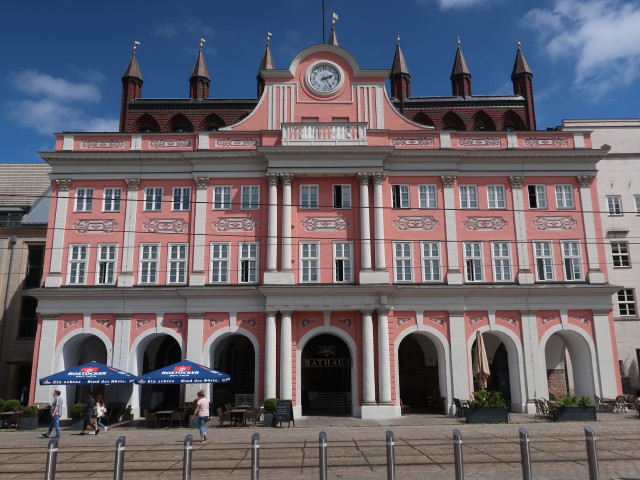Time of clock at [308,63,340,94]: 2:24
